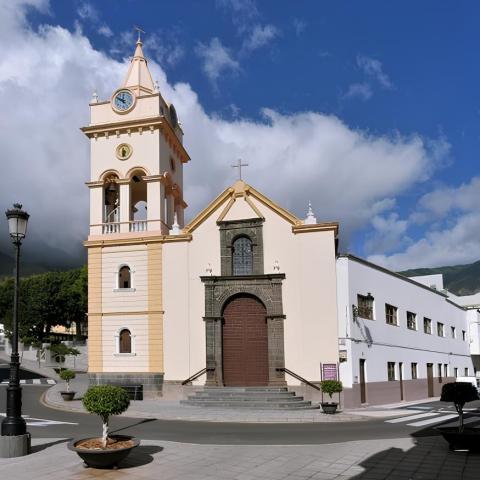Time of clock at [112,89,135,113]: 11:49
